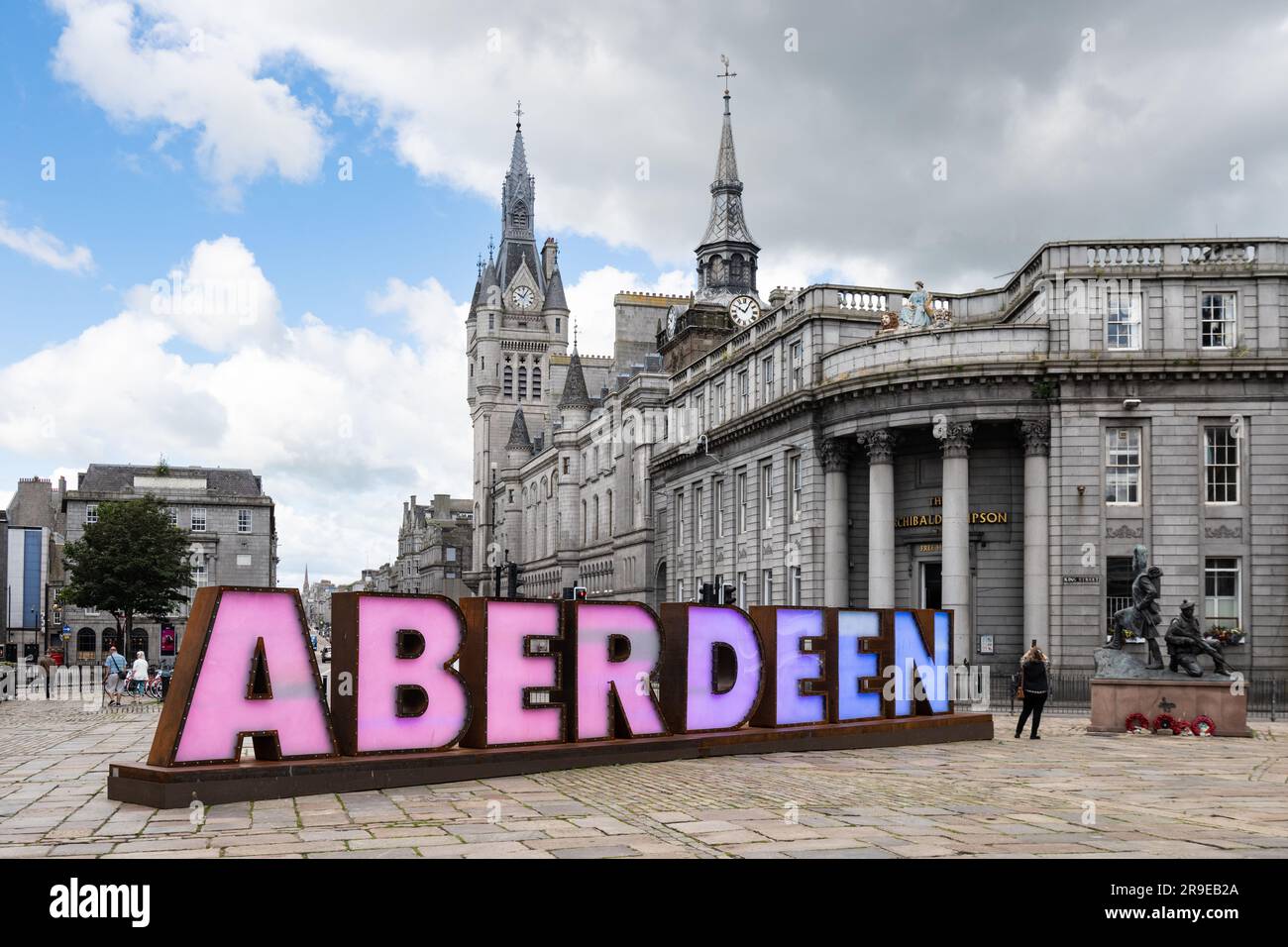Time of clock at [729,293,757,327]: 10:05
